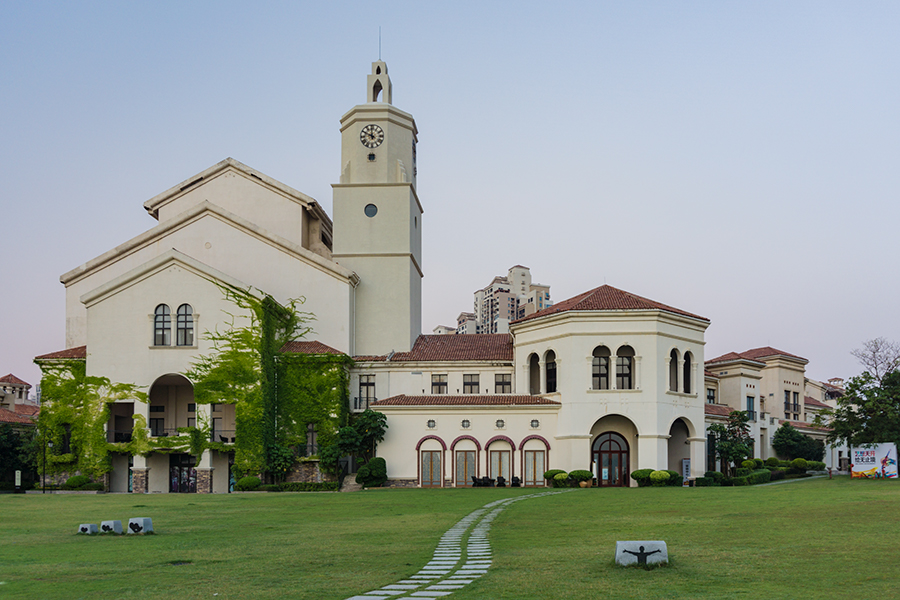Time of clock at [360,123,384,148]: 11:49
